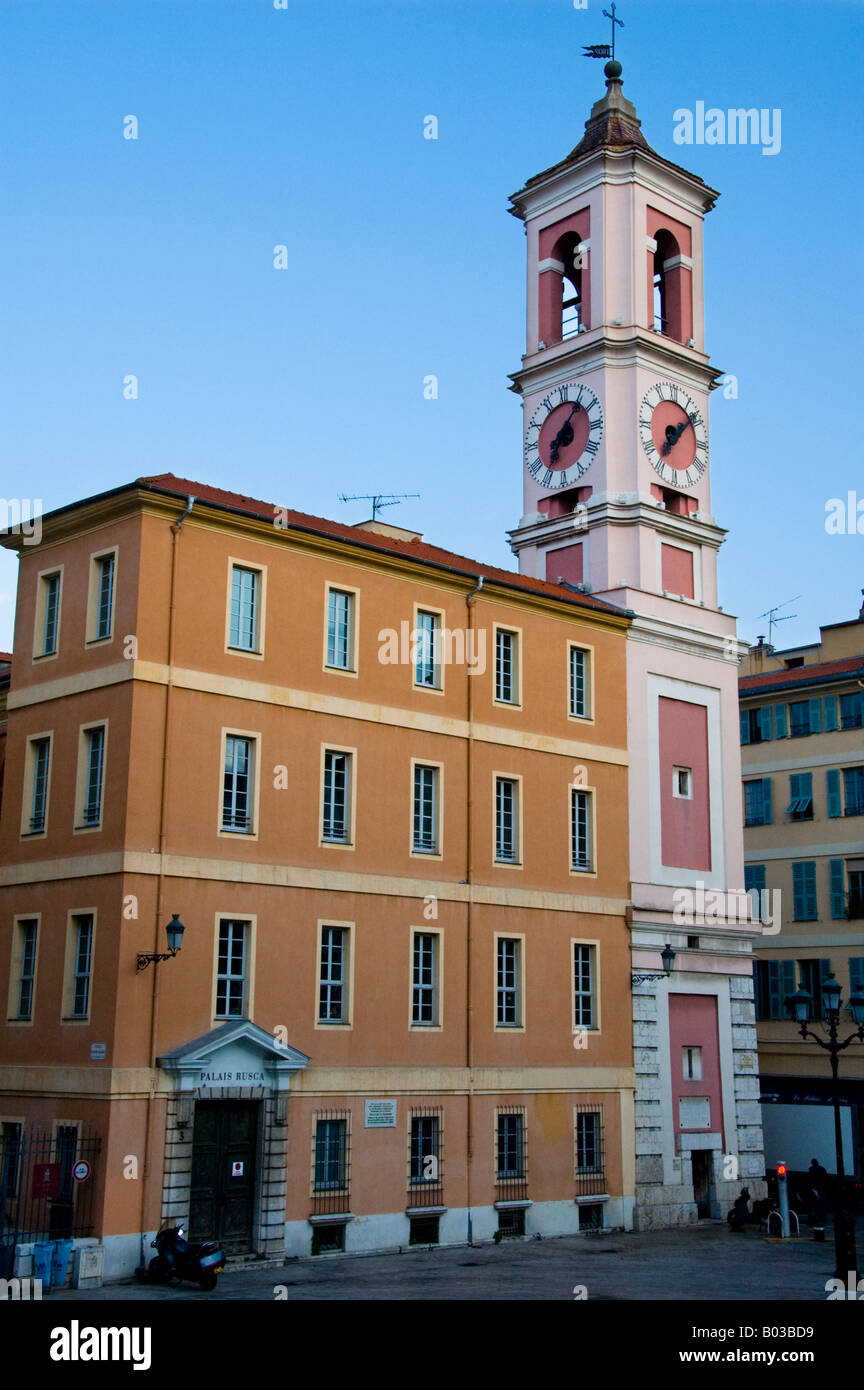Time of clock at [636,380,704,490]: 7:08
